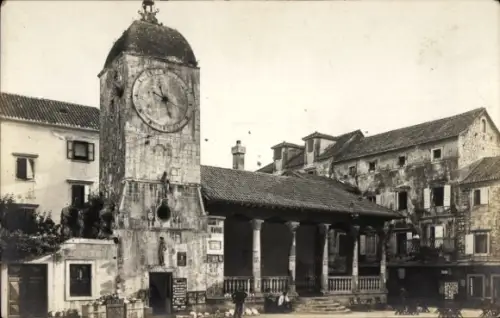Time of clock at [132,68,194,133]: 5:18
